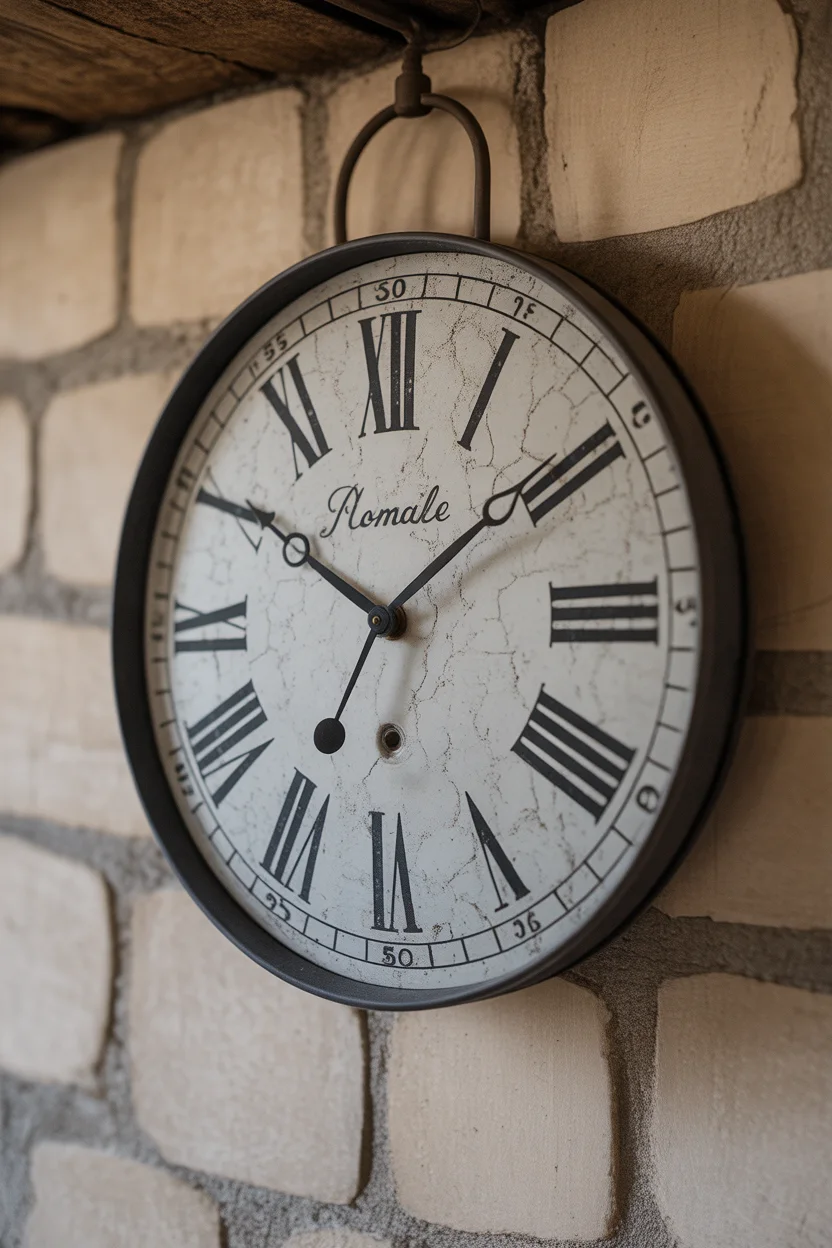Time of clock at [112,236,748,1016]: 1:50
